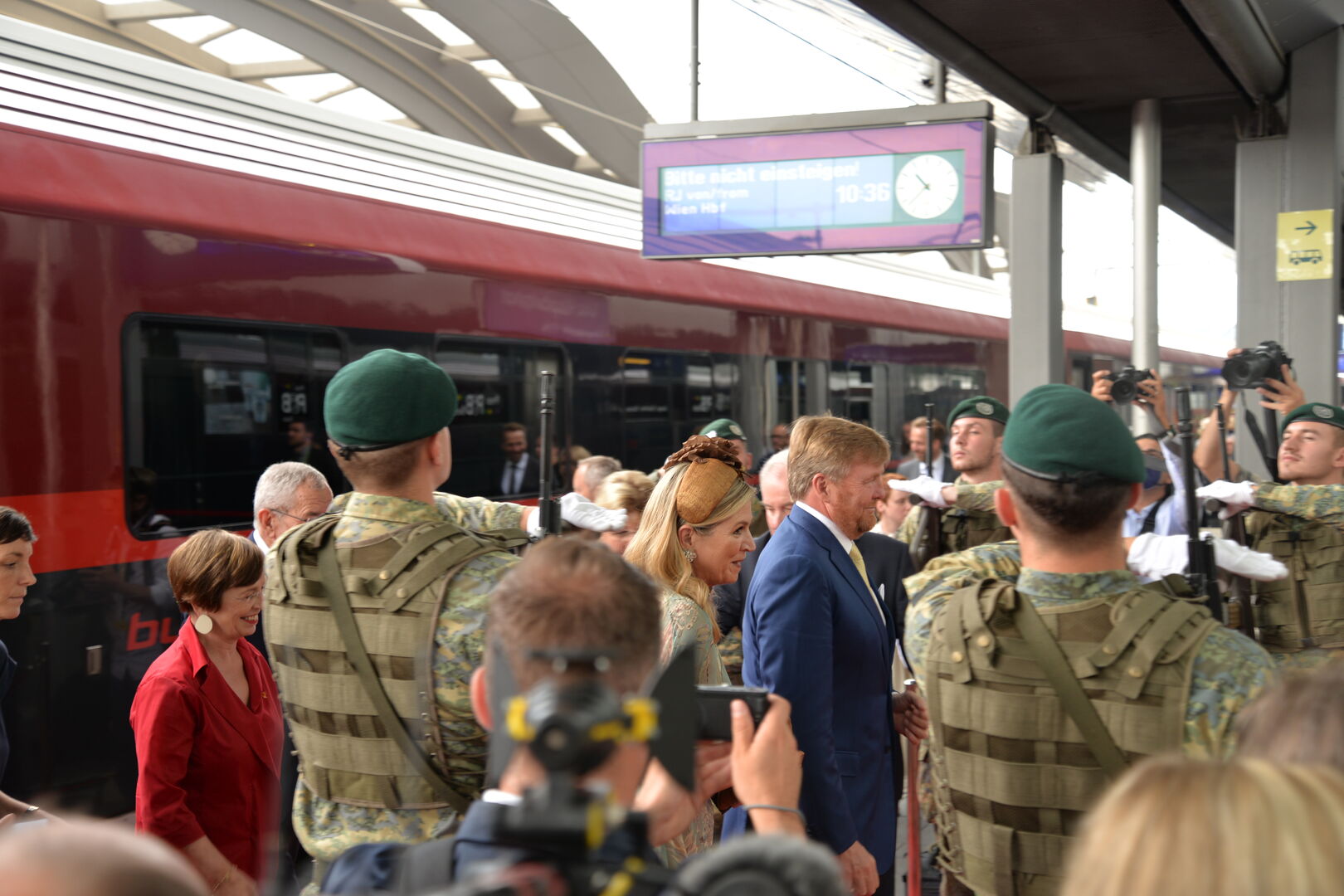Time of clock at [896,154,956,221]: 10:37
